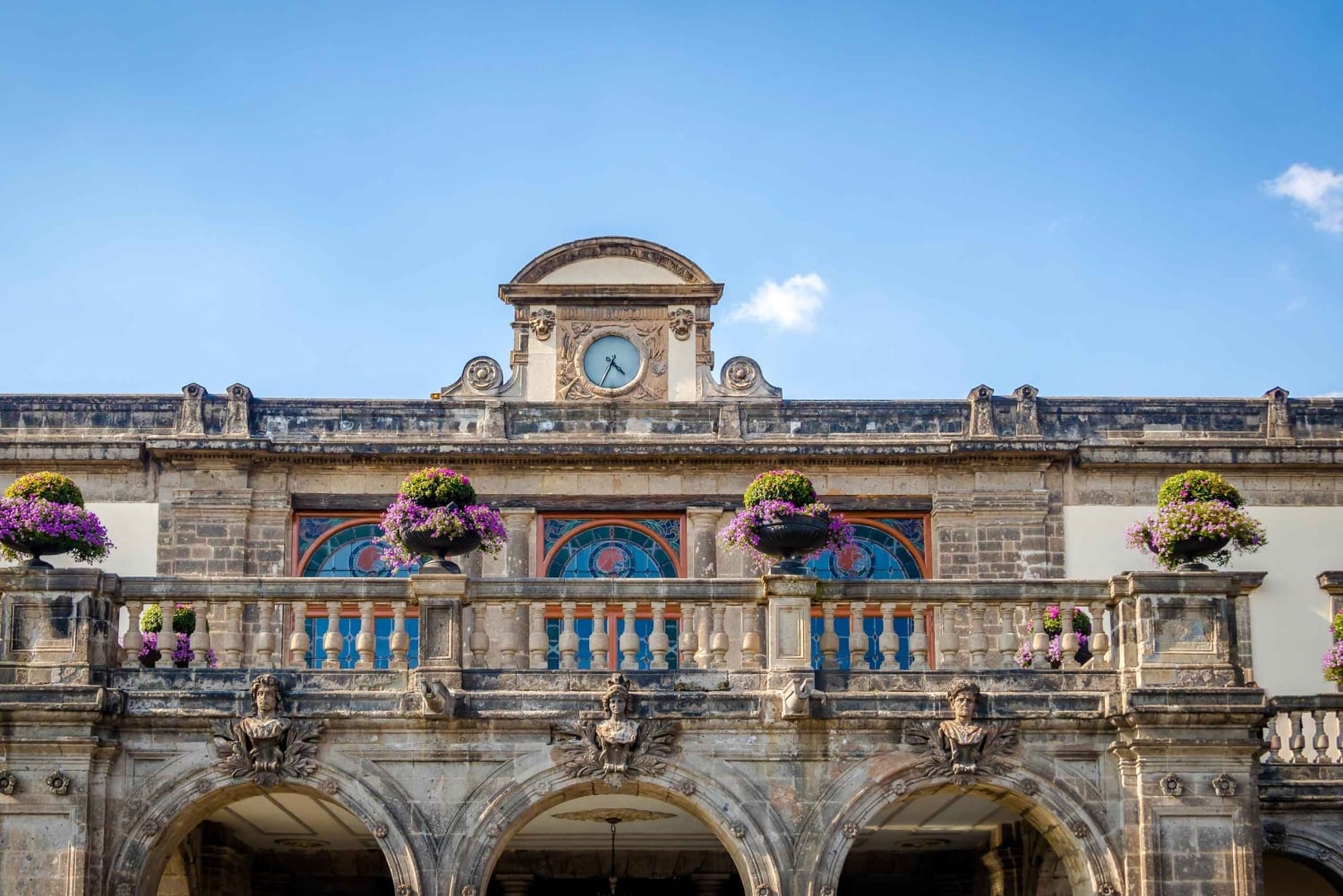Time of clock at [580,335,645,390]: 4:34
